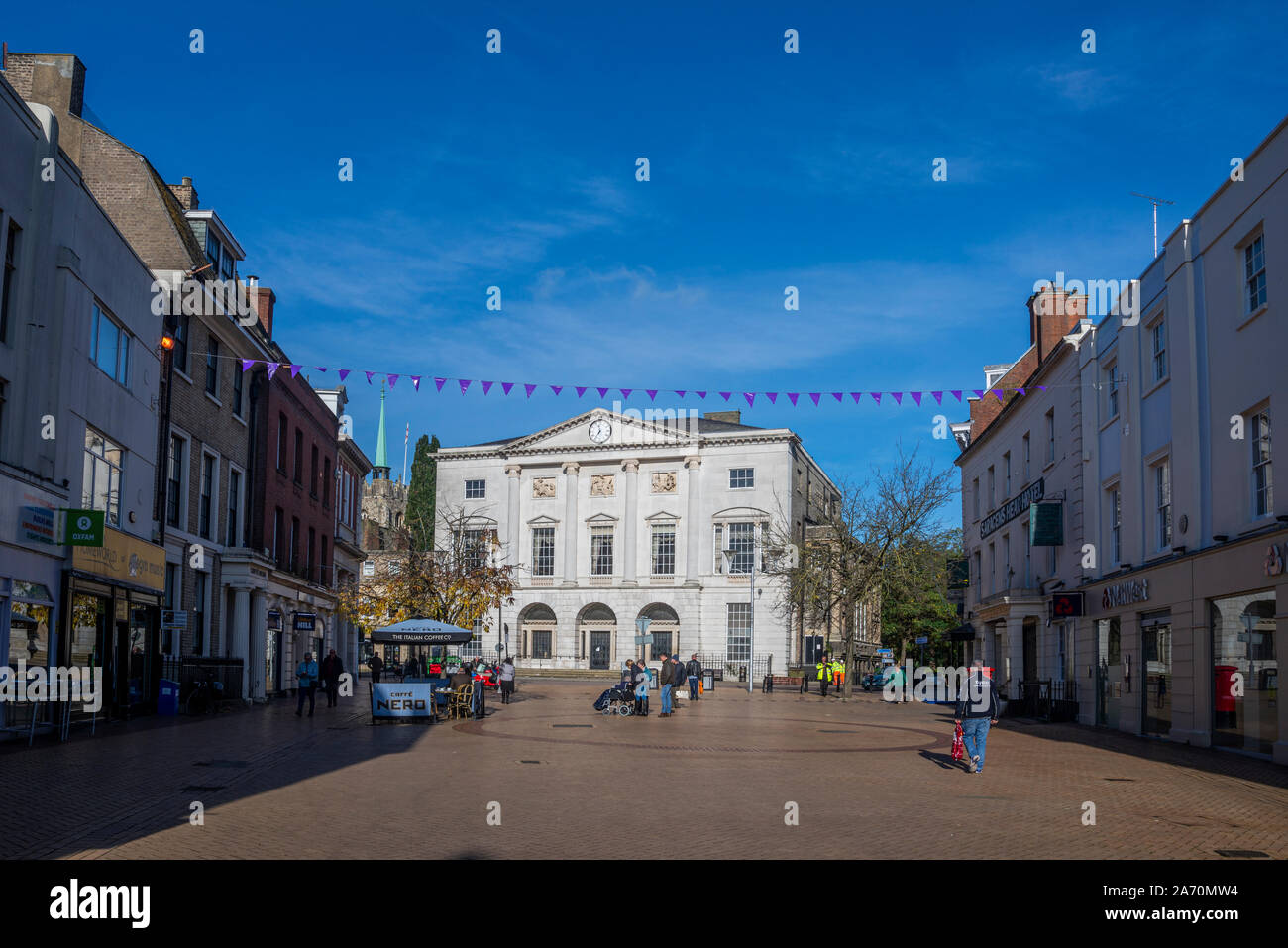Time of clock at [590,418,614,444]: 11:35
